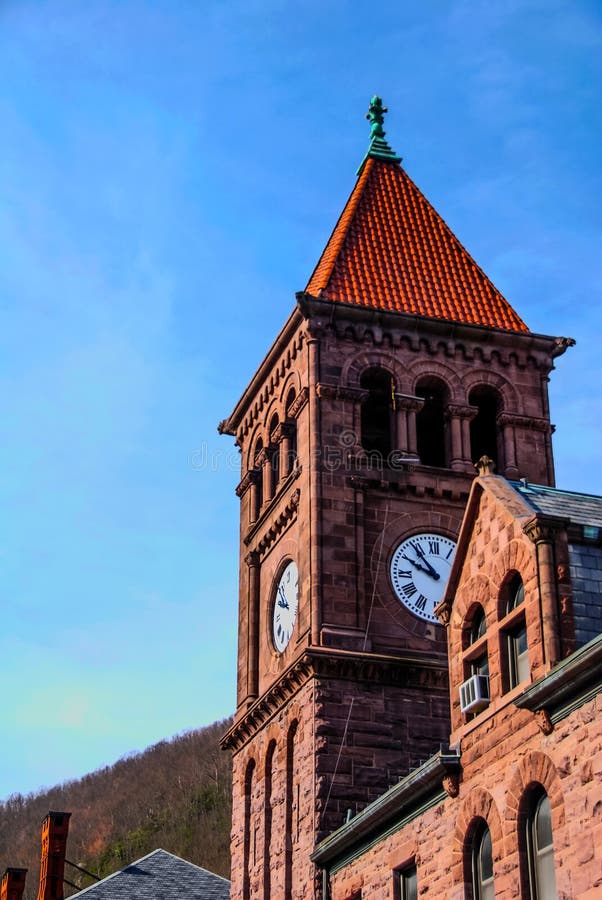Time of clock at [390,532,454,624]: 9:53
